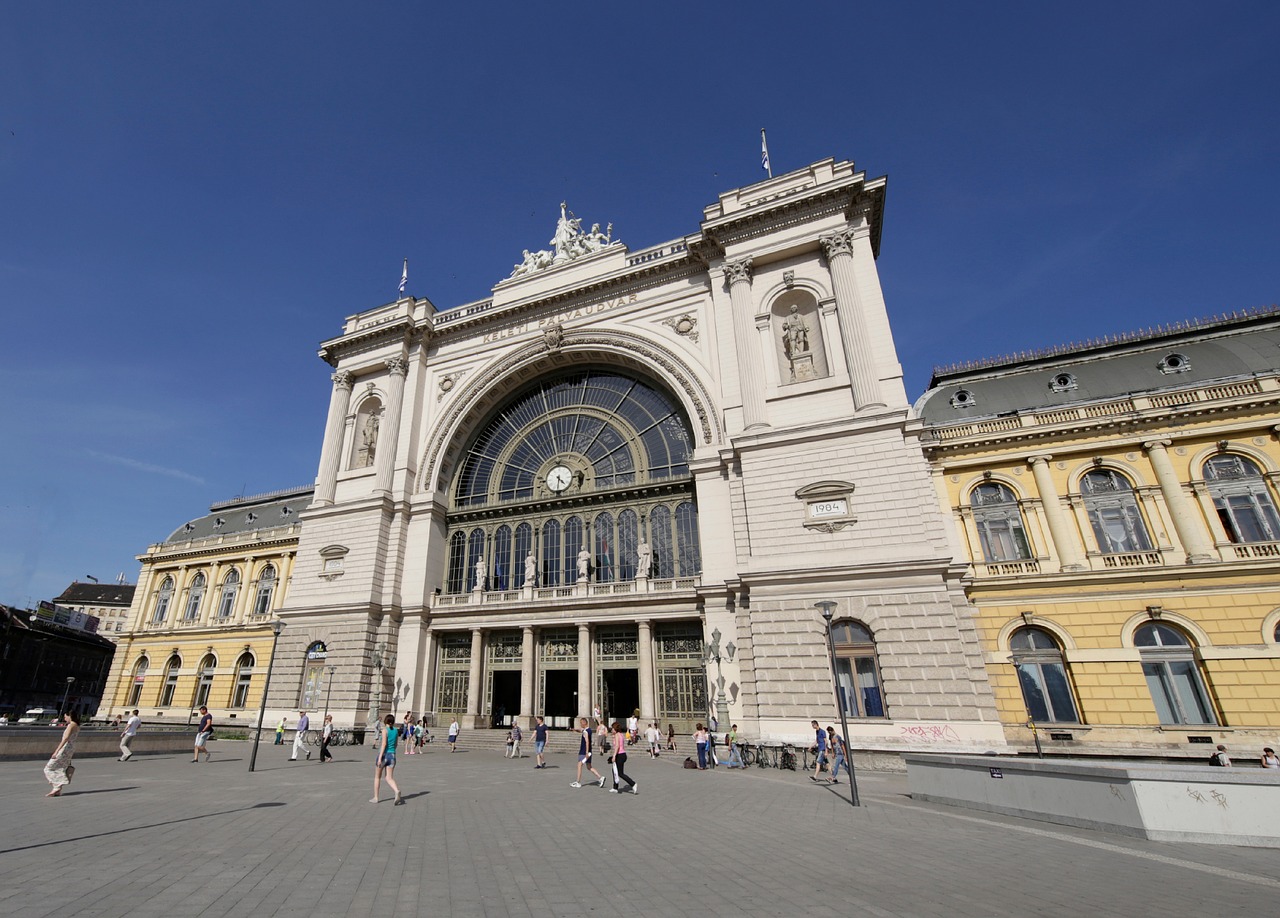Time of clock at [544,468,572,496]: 4:31
